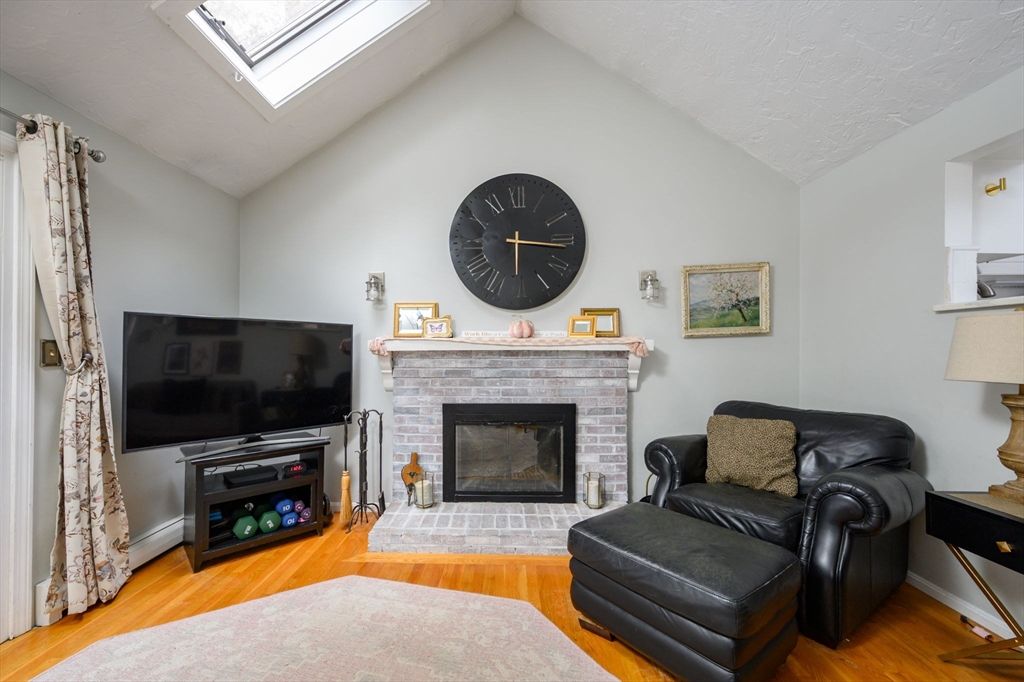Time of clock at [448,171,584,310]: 6:16
